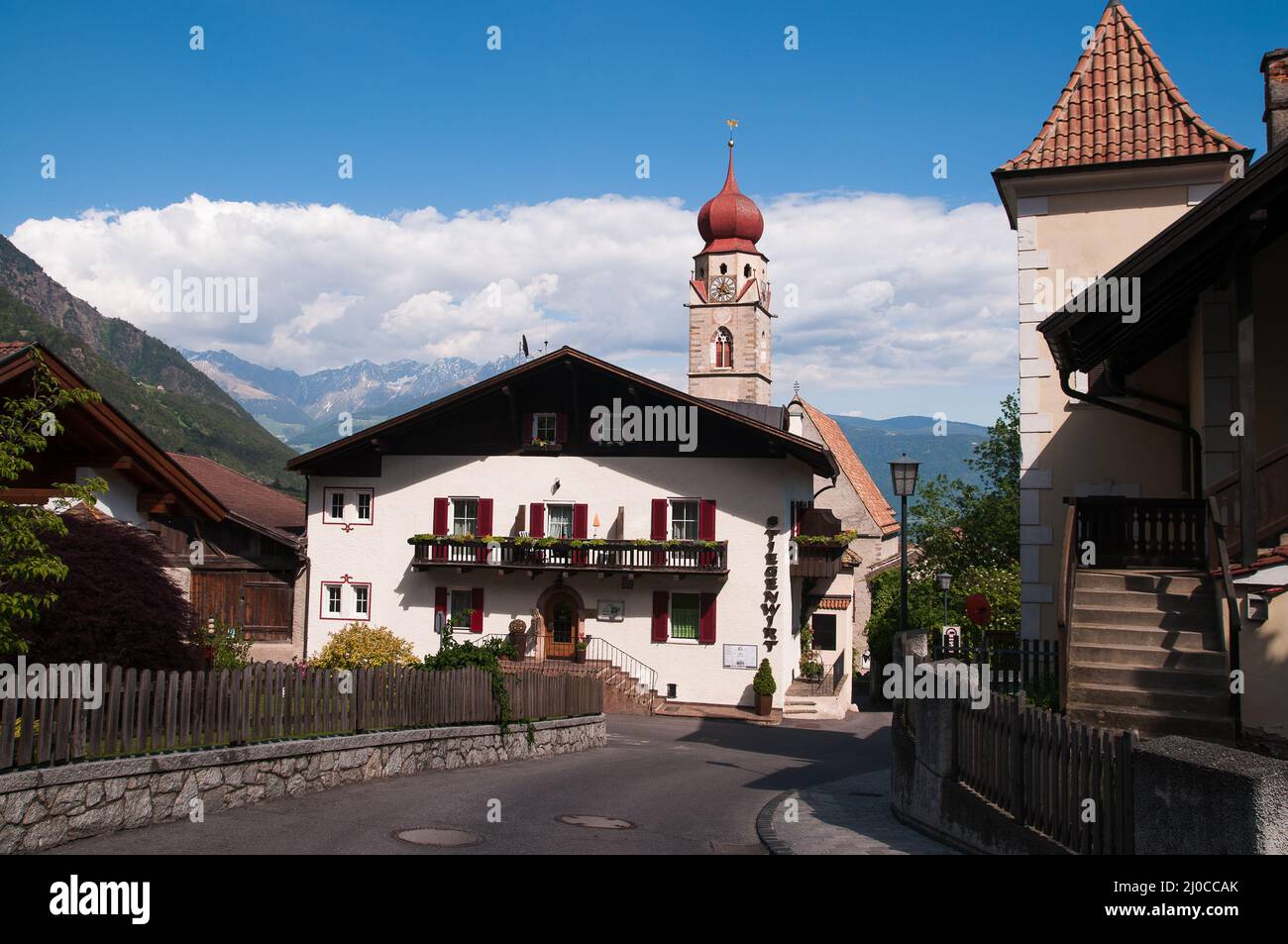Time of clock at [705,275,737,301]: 4:02
